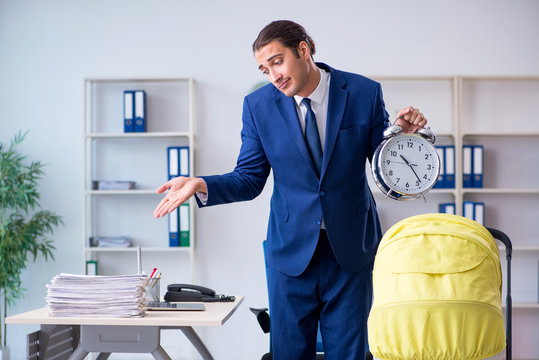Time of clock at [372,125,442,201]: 10:23
